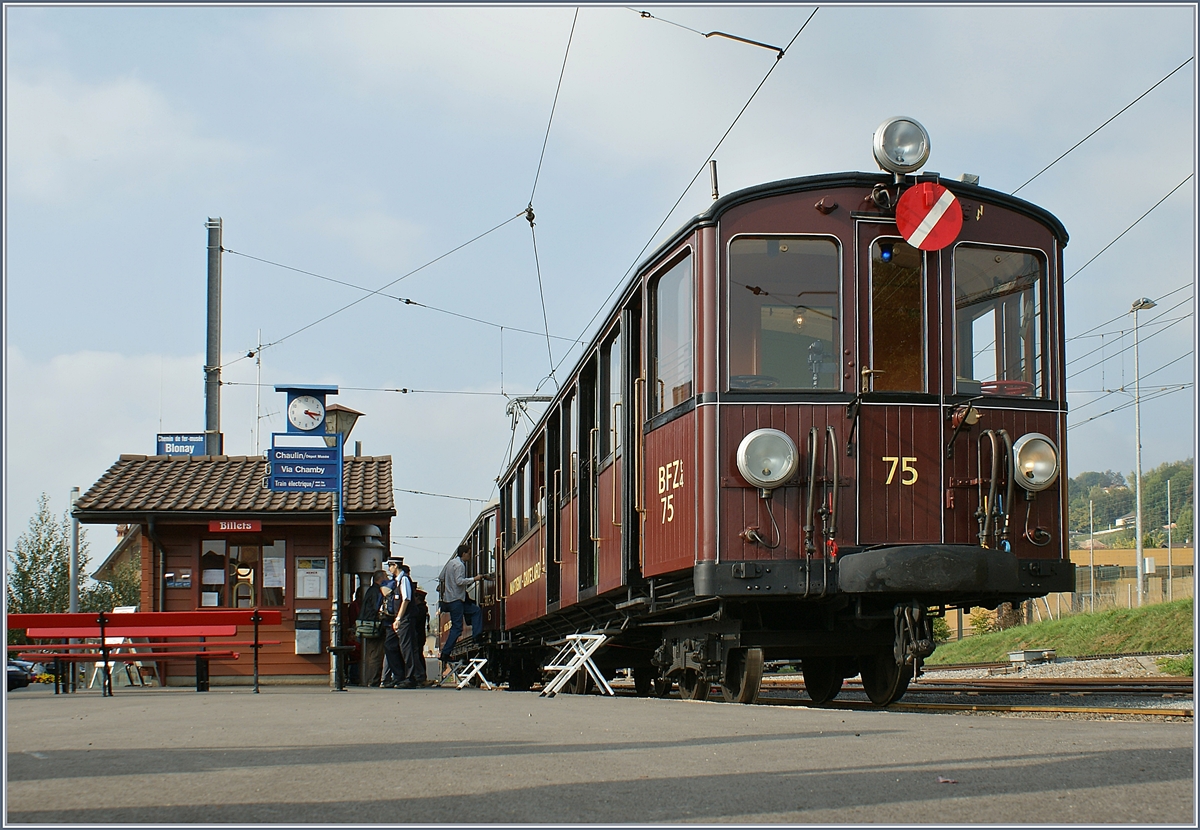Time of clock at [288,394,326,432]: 4:16
